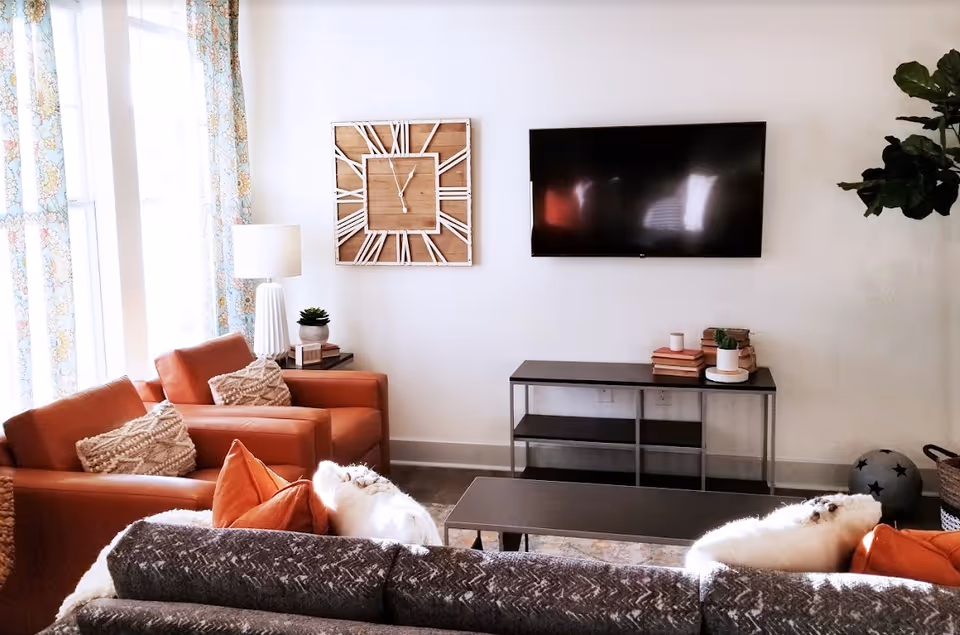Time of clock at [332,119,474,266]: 12:57
